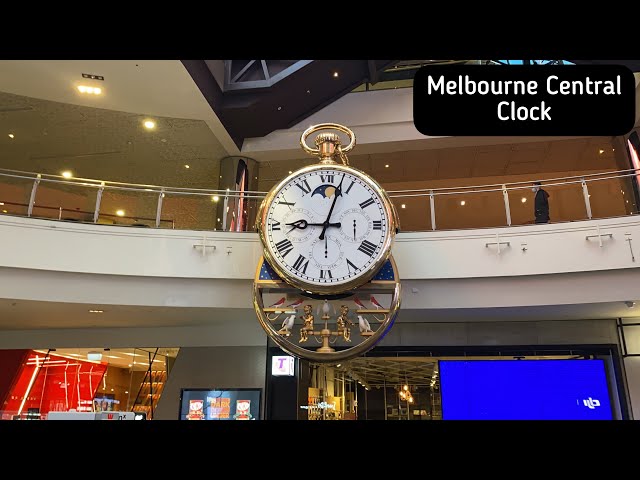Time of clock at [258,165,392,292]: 9:02
